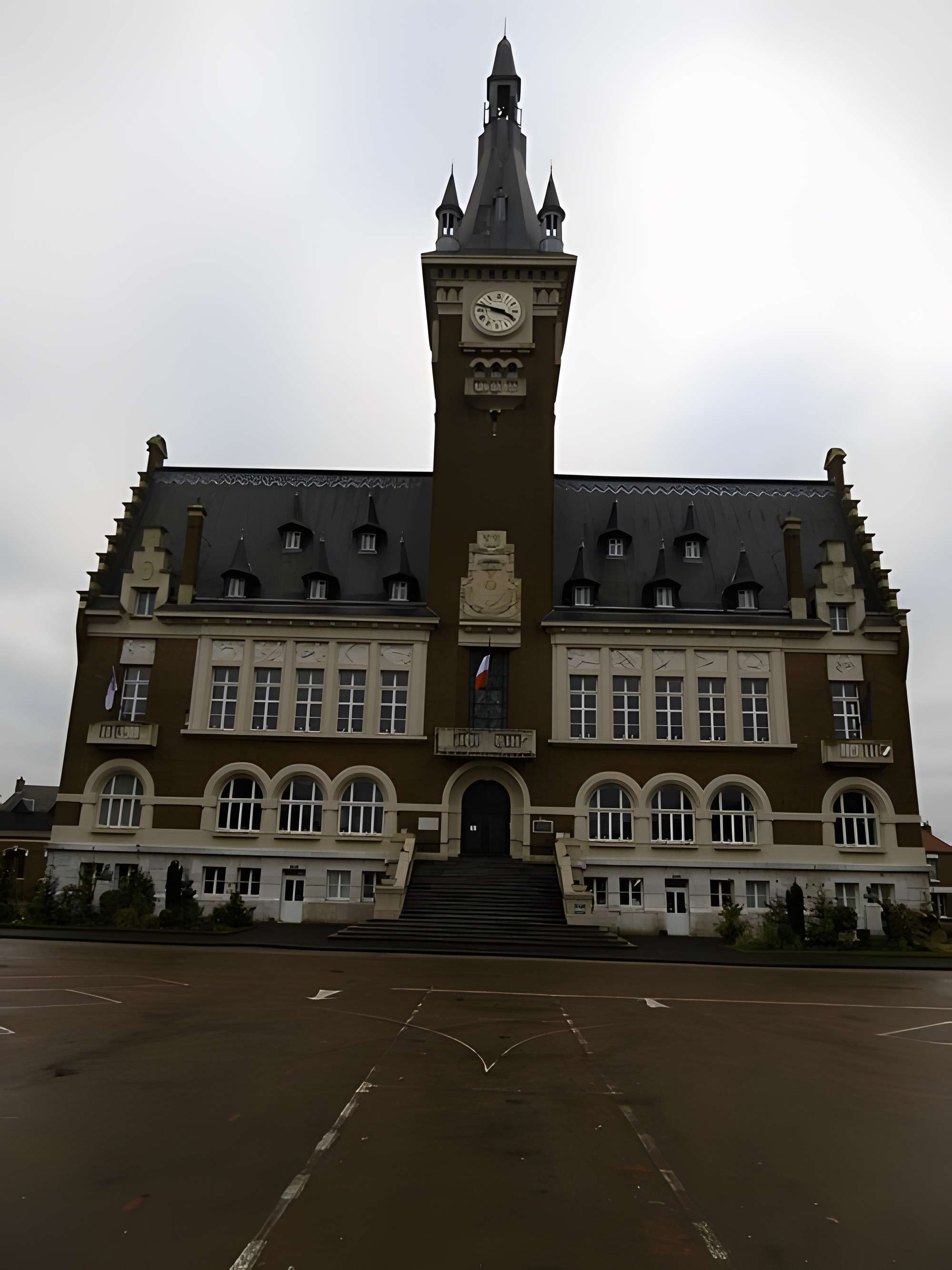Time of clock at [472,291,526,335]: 3:47
